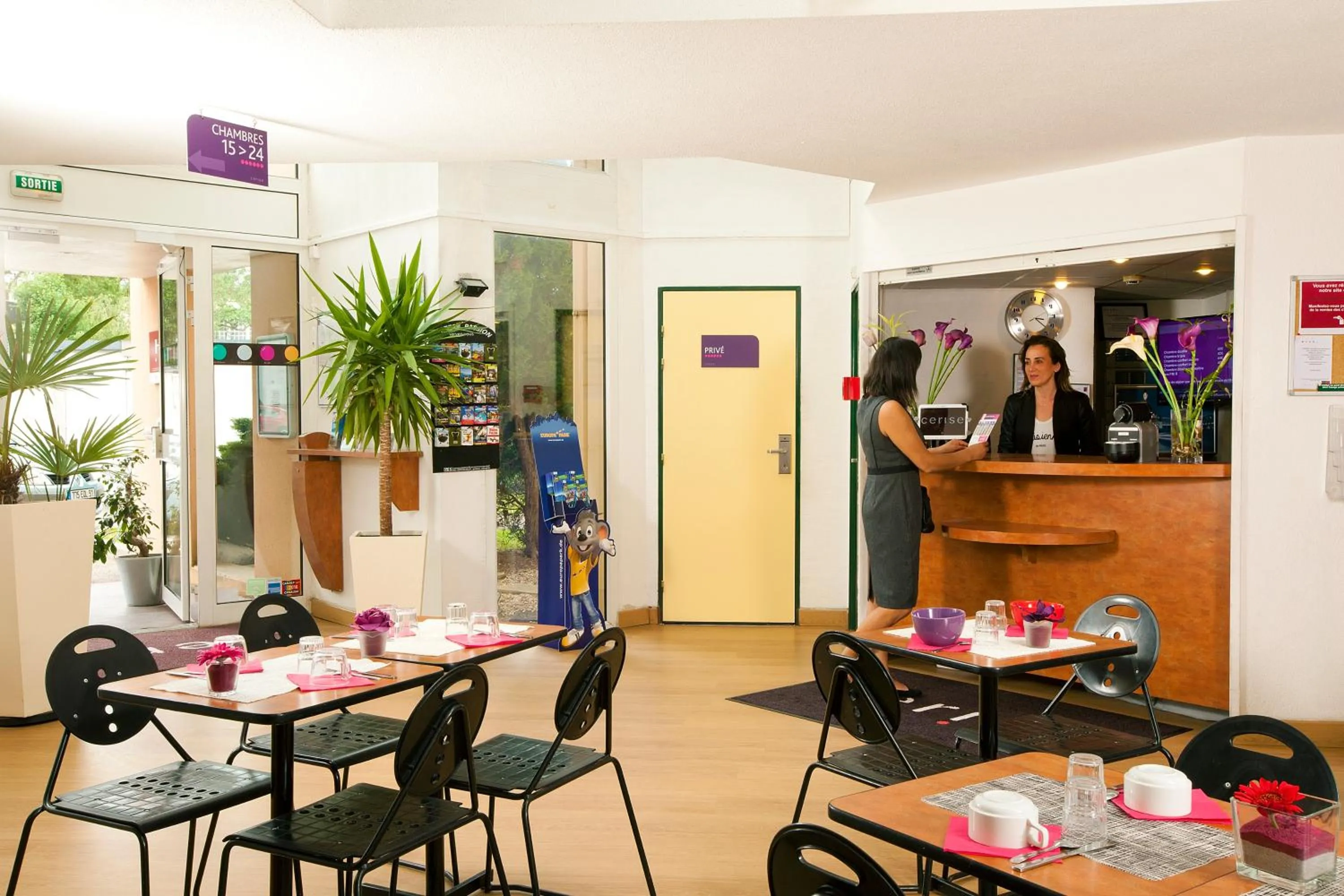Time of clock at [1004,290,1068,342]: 3:22
